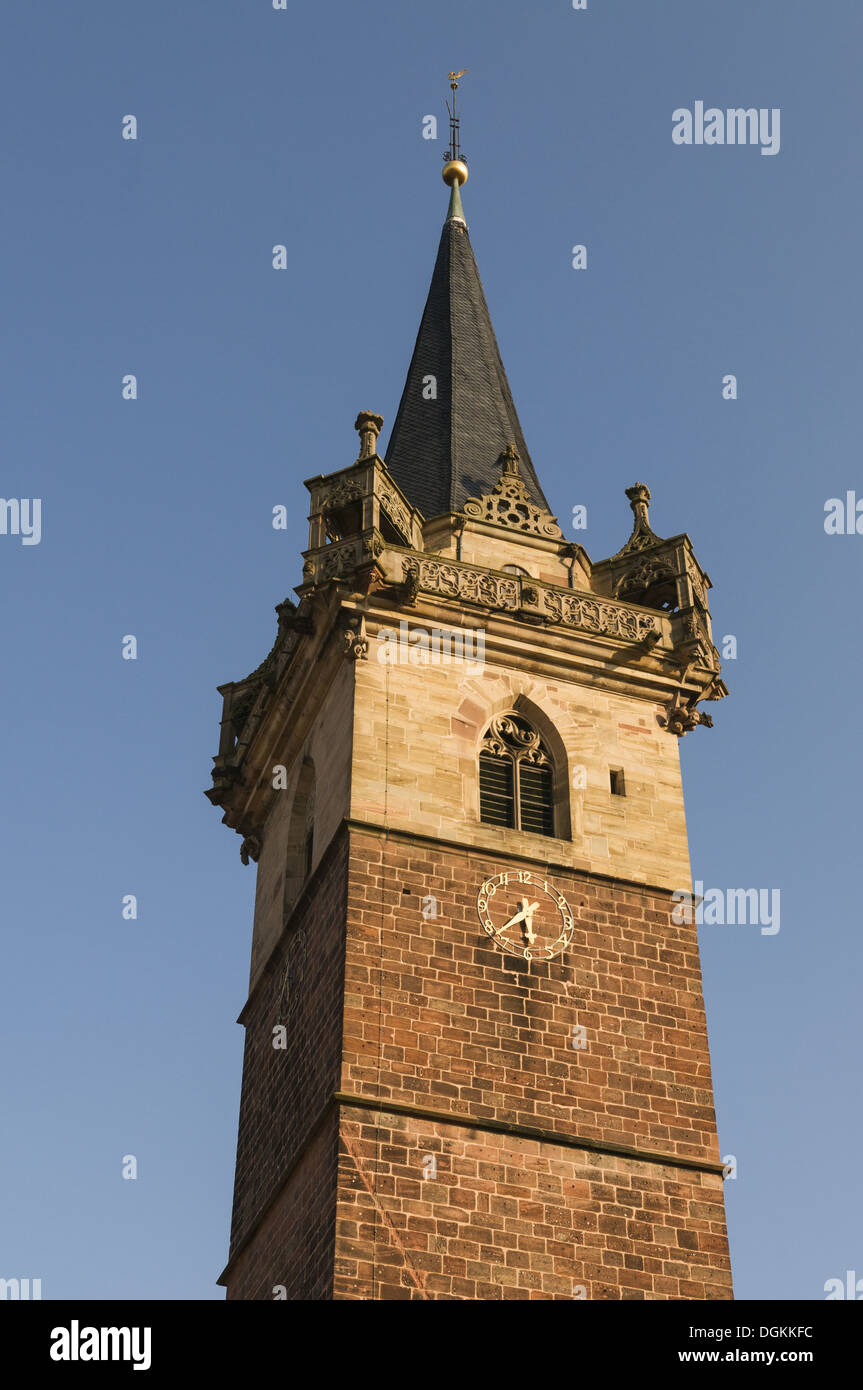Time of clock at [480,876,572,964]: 5:37
